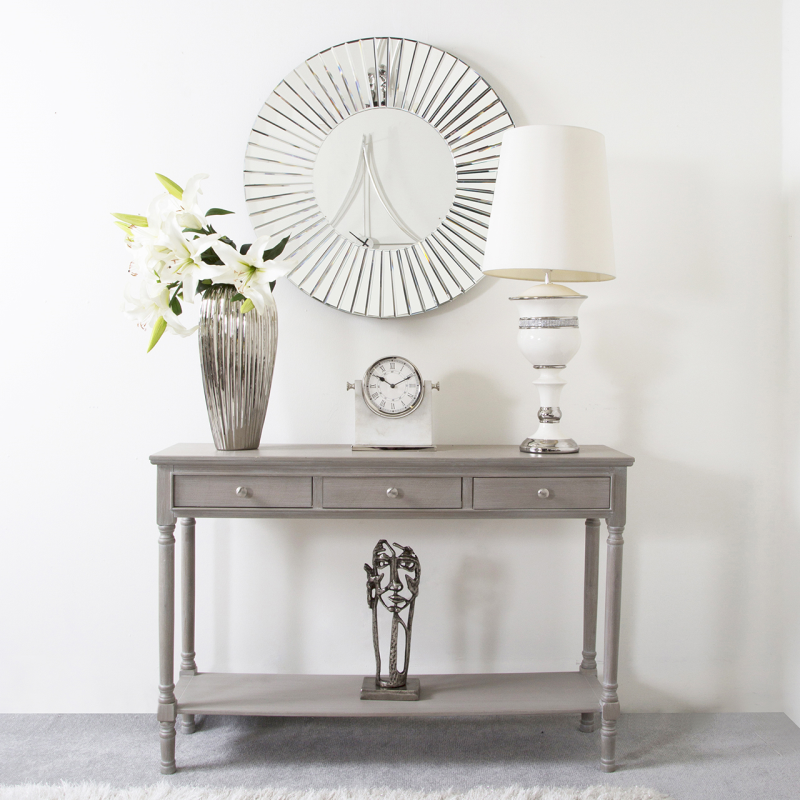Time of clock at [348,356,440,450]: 10:10
